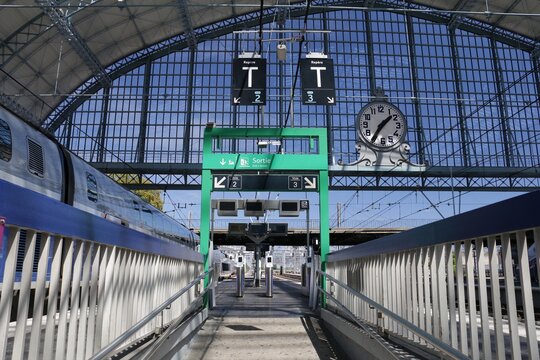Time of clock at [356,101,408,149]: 1:35
